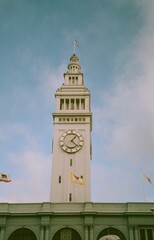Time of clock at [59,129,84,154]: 1:22
